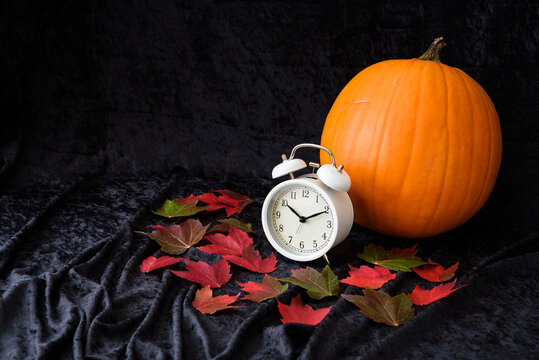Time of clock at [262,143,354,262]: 10:10
